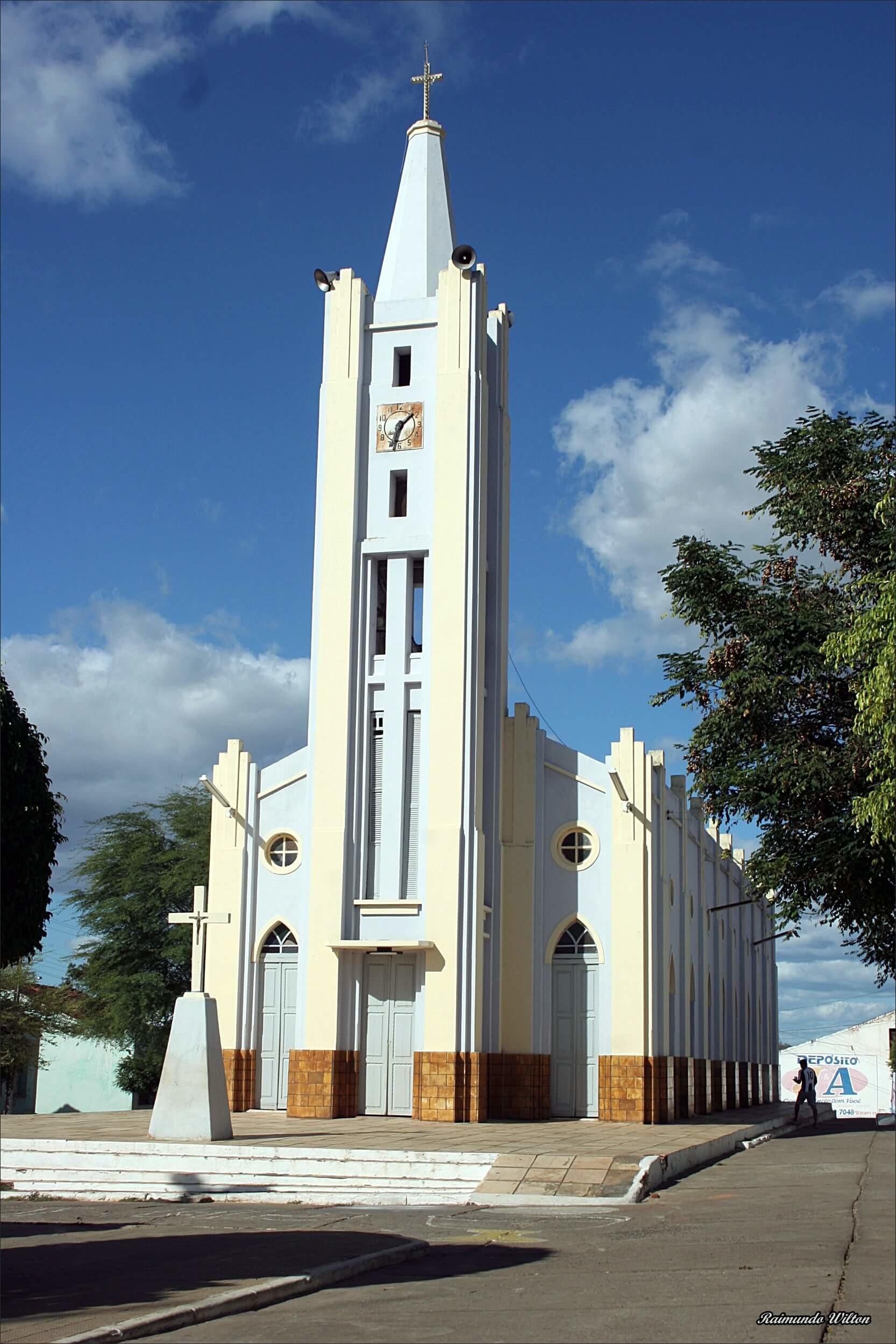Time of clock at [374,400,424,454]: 1:33
